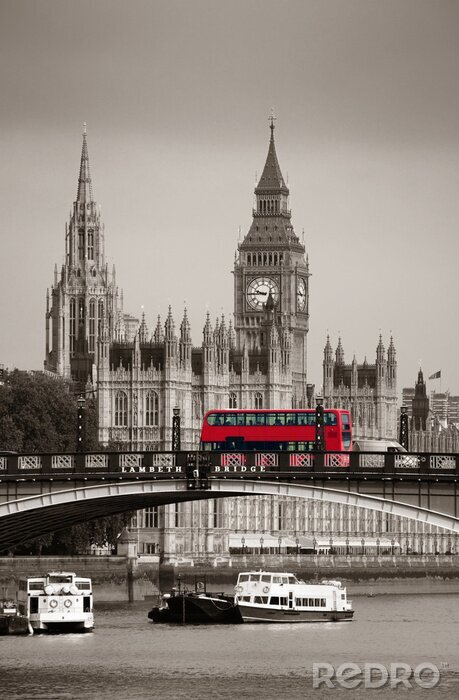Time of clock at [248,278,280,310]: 9:44
